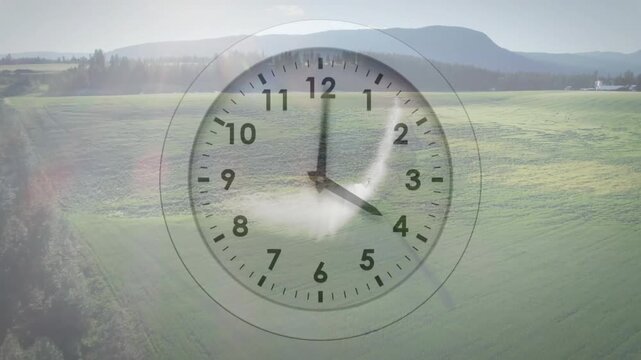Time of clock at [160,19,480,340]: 4:00
